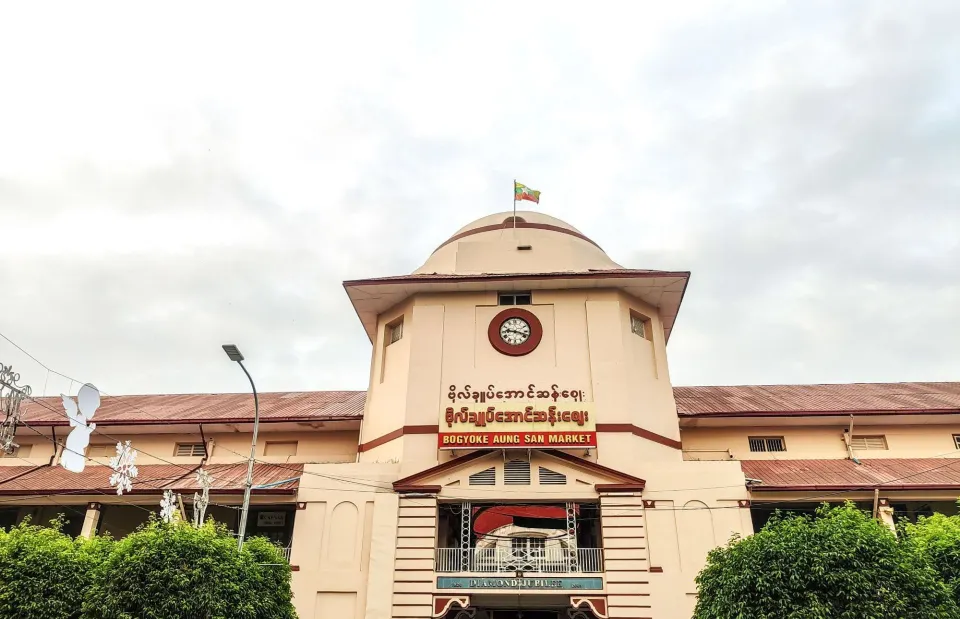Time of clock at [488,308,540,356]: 9:17
